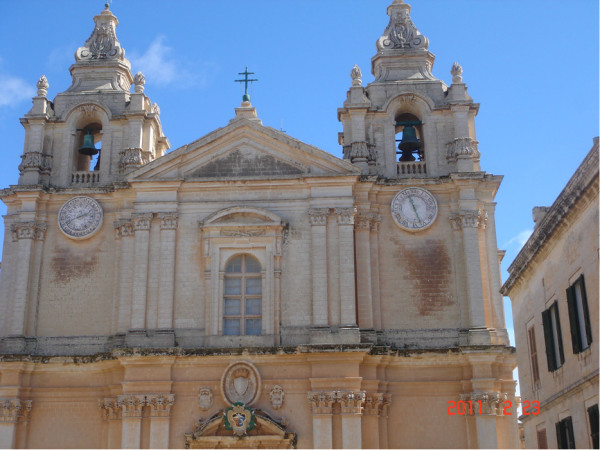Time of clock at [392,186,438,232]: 11:26
